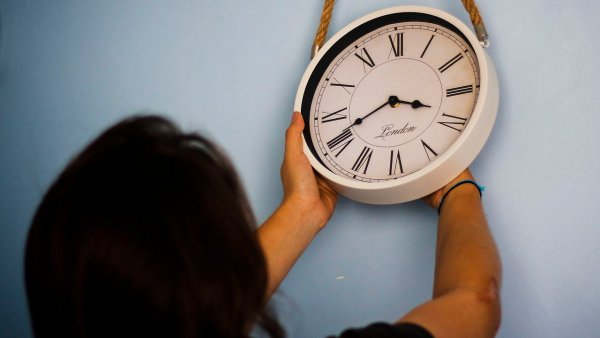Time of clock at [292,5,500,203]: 3:40
